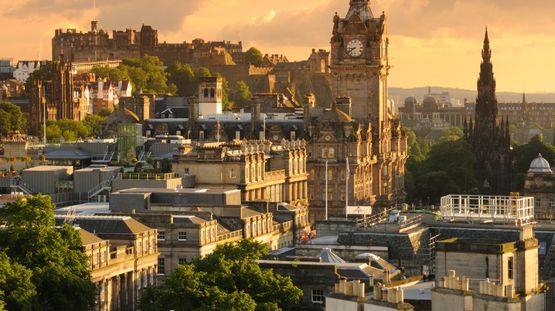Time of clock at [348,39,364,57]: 8:39
